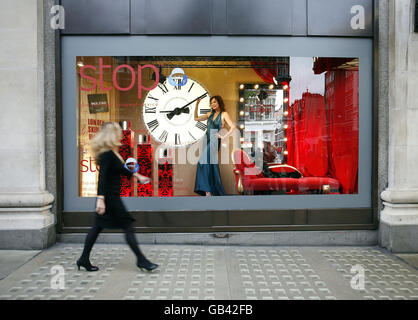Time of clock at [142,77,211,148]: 3:09
